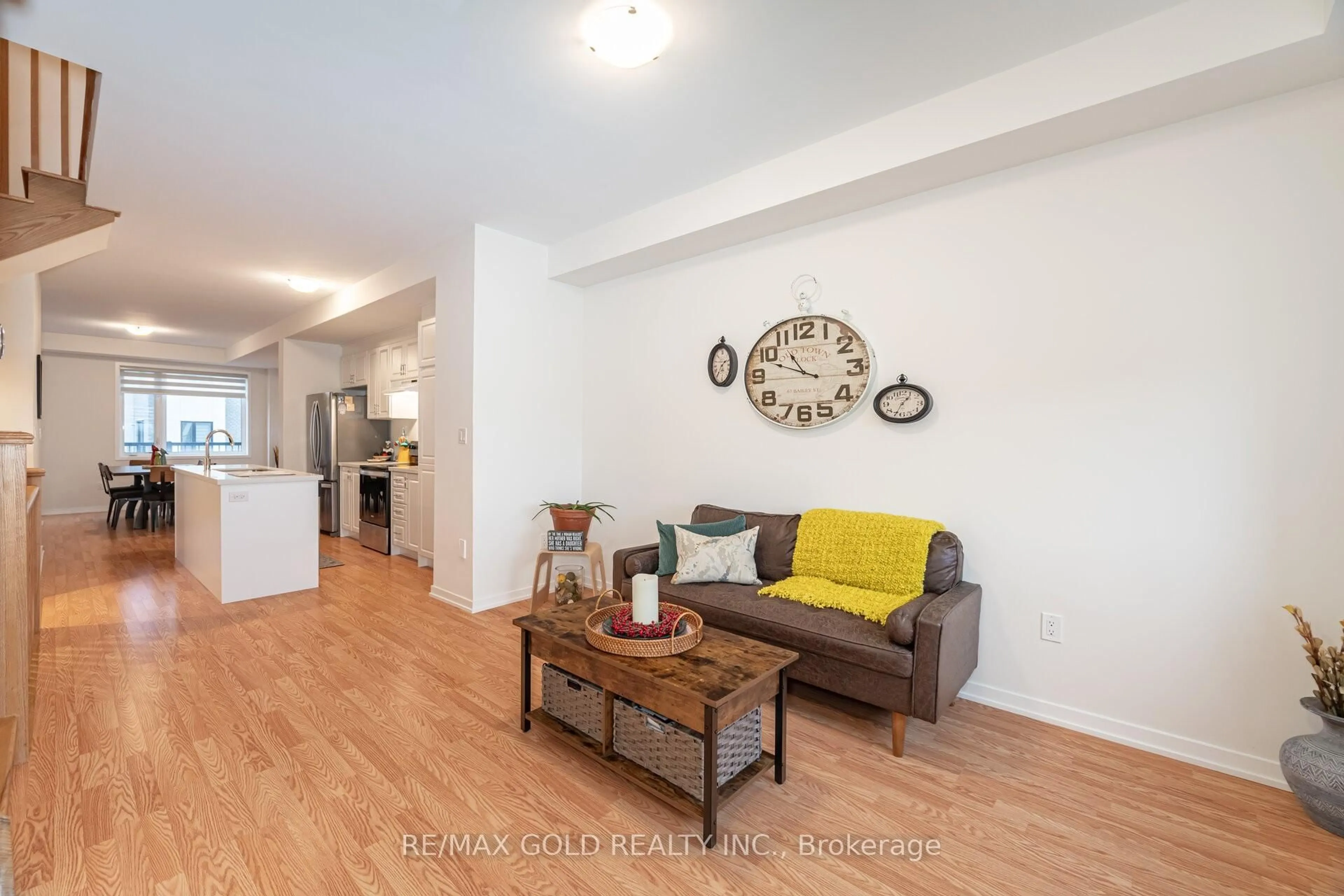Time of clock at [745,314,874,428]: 10:48
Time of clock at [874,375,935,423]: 1:34
